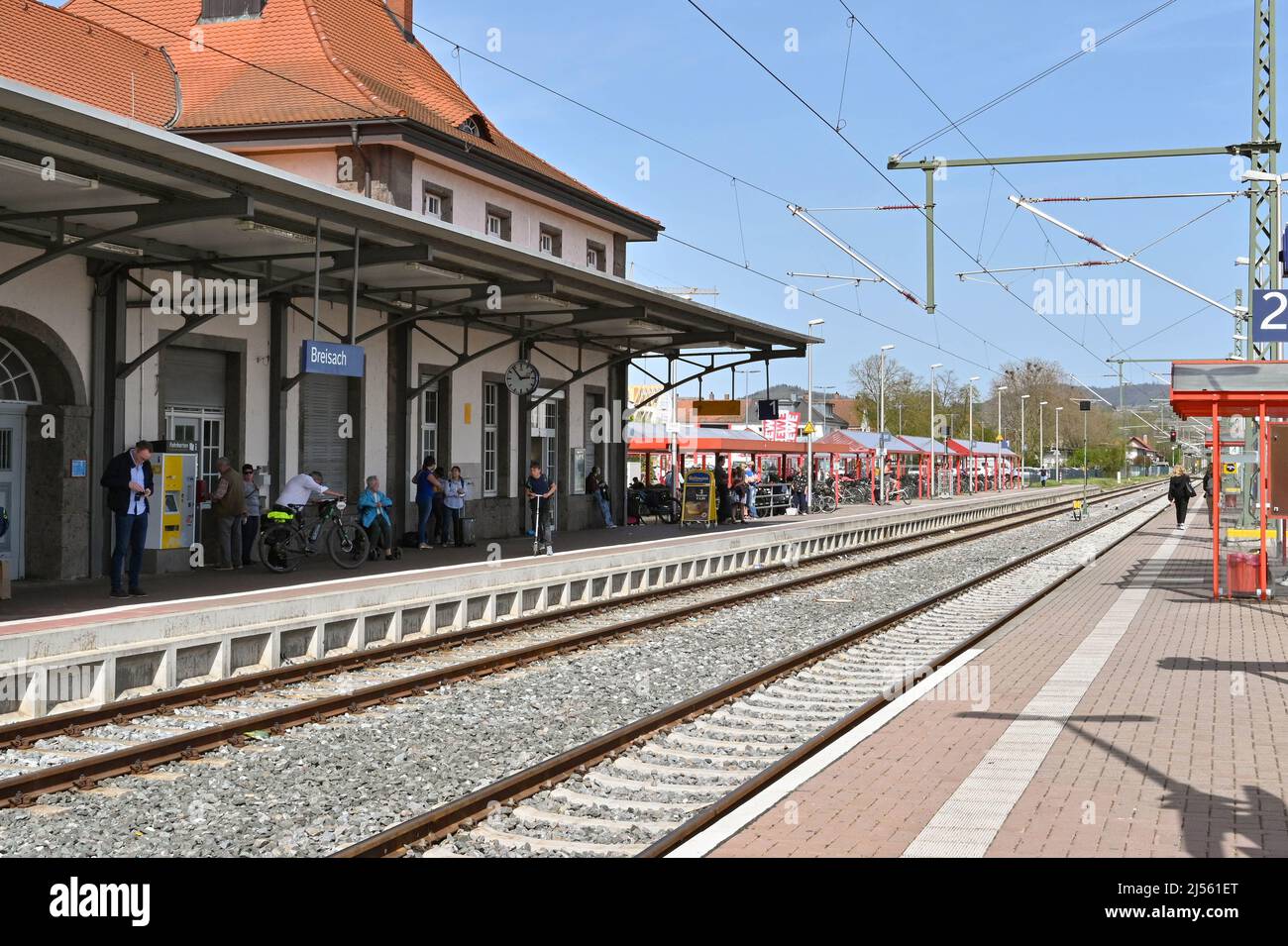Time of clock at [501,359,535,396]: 2:53
